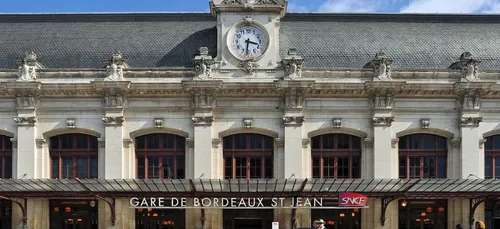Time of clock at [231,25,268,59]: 3:31
